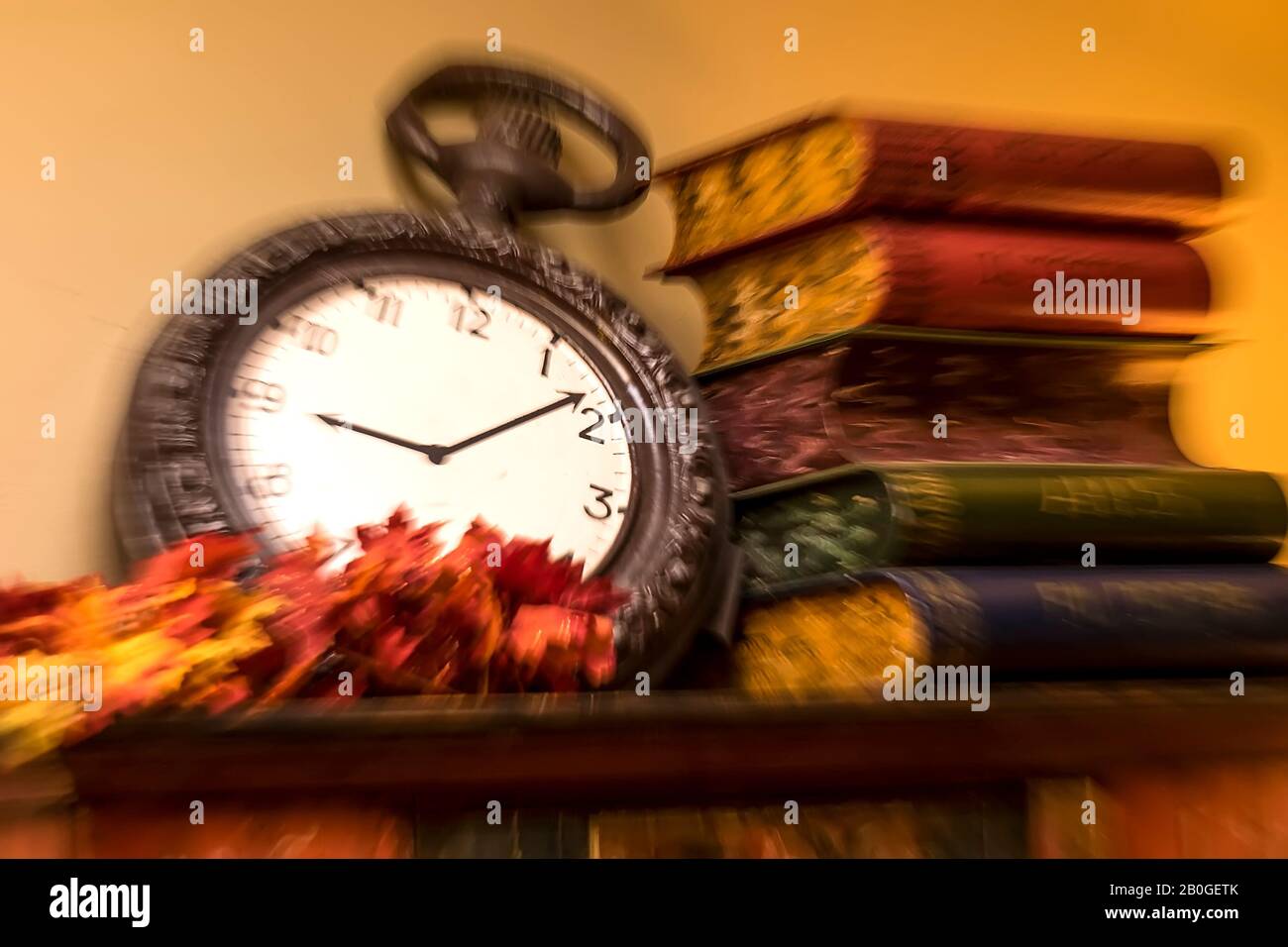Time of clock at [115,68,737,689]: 9:08
